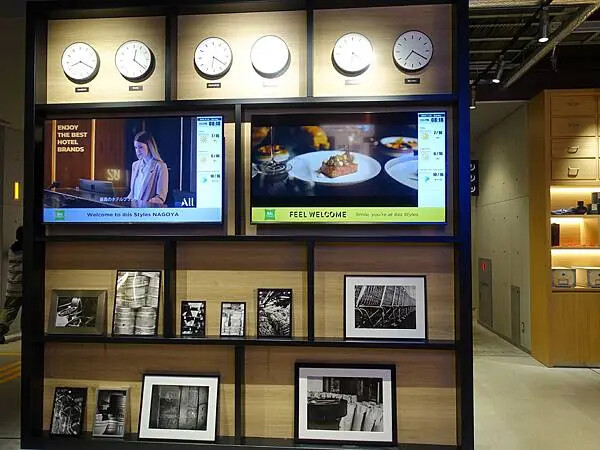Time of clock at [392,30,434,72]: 7:20
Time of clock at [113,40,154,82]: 12:21
